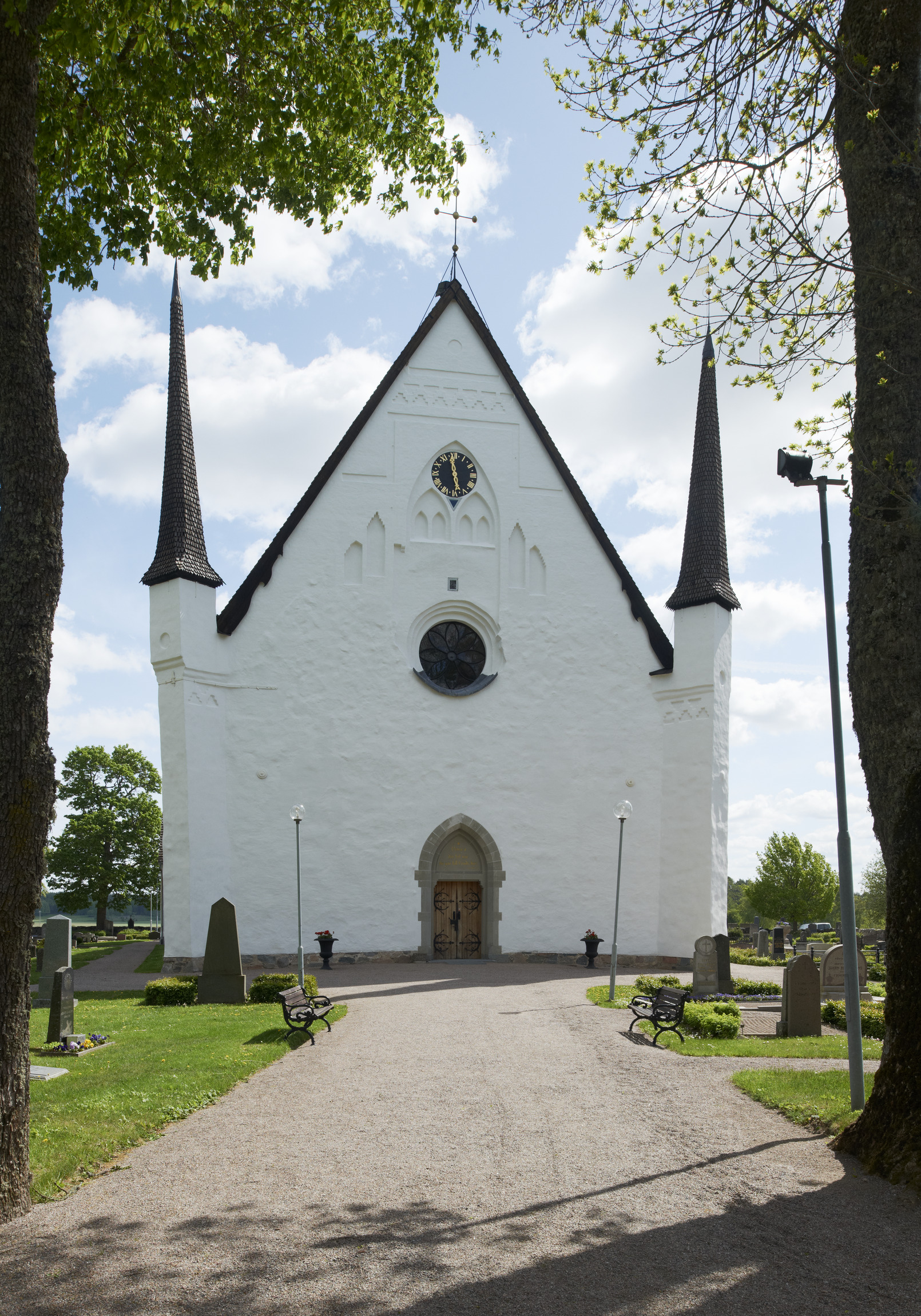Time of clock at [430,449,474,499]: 5:59
